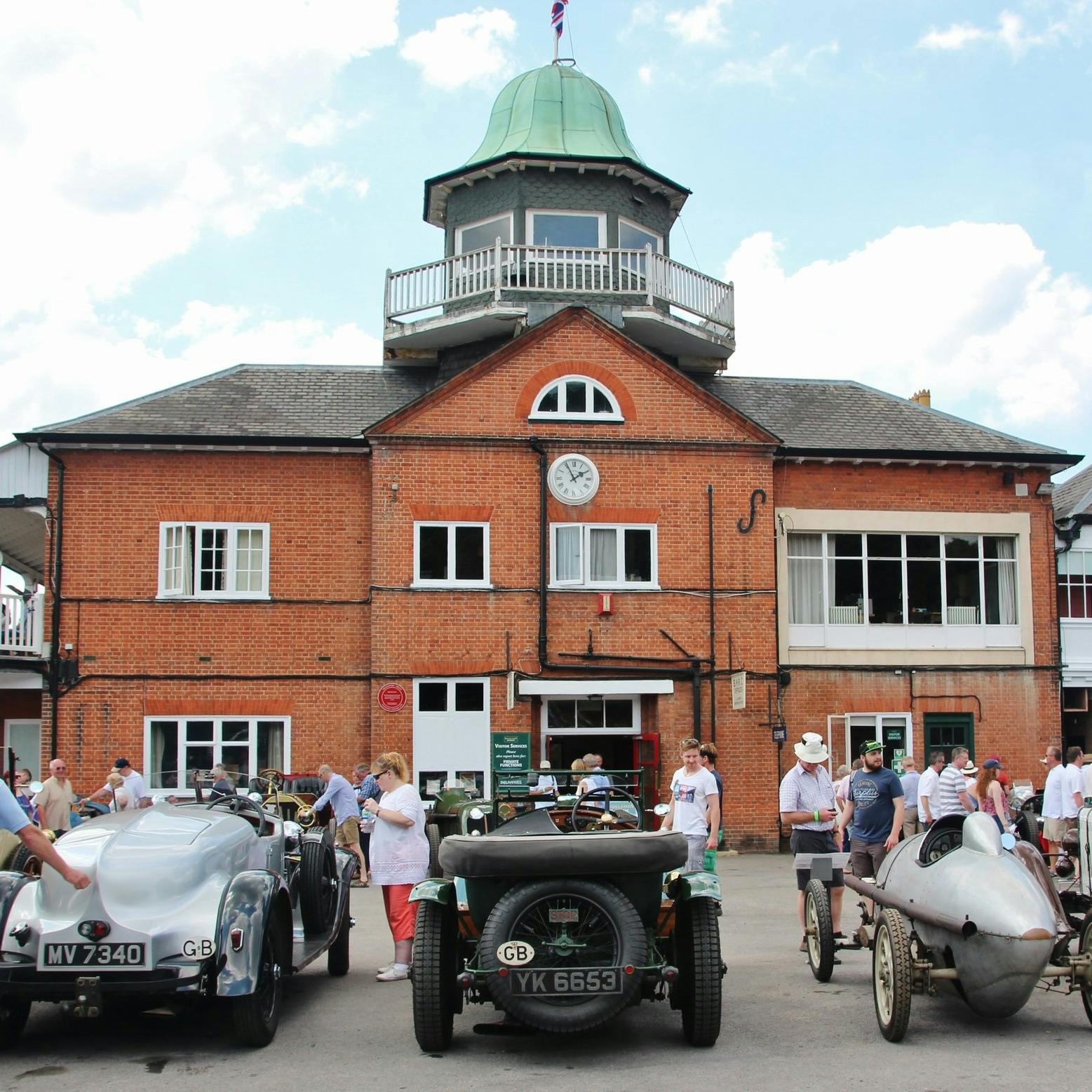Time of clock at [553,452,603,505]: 1:55
